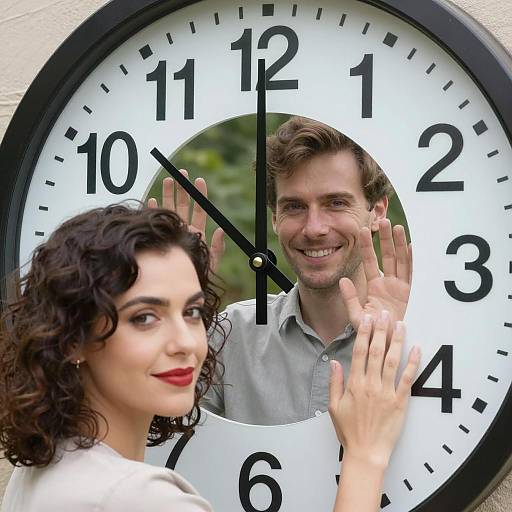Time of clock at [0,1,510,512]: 11:51
